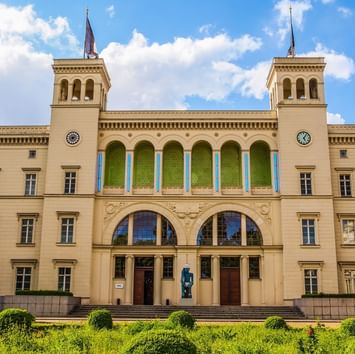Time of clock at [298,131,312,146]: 5:05
